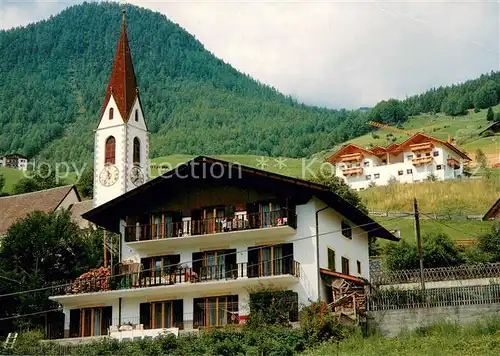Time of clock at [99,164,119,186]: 11:35
